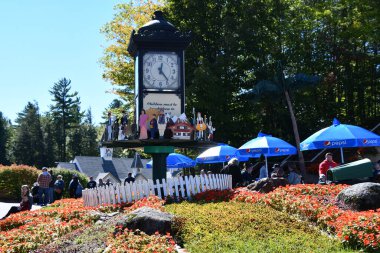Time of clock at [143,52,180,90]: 12:23
